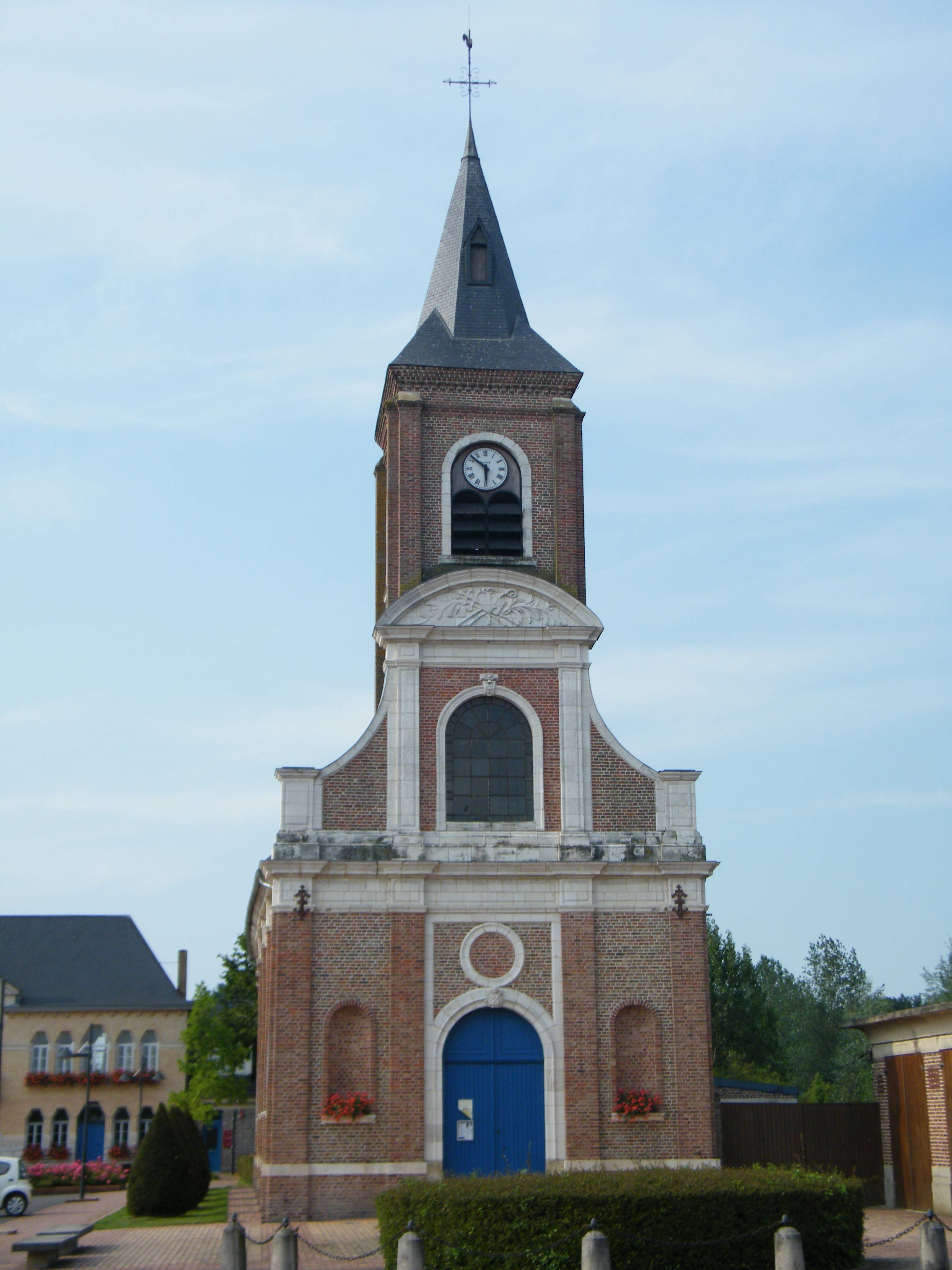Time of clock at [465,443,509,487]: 5:51
